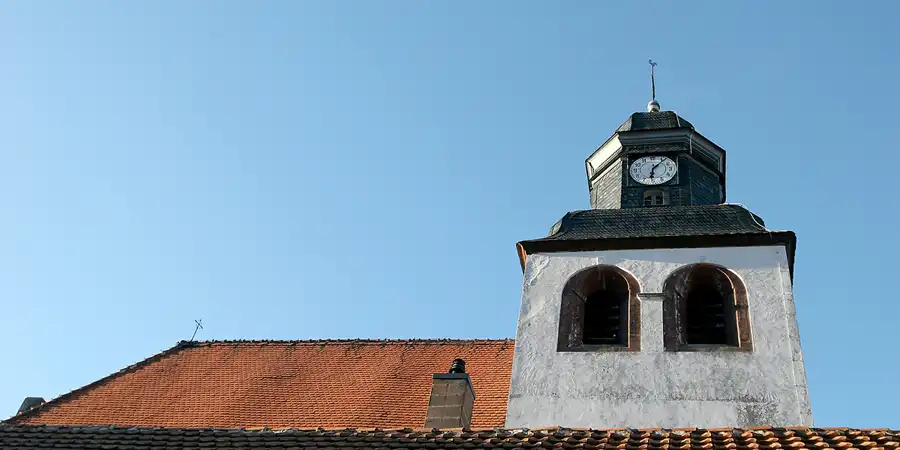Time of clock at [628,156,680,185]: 6:06
